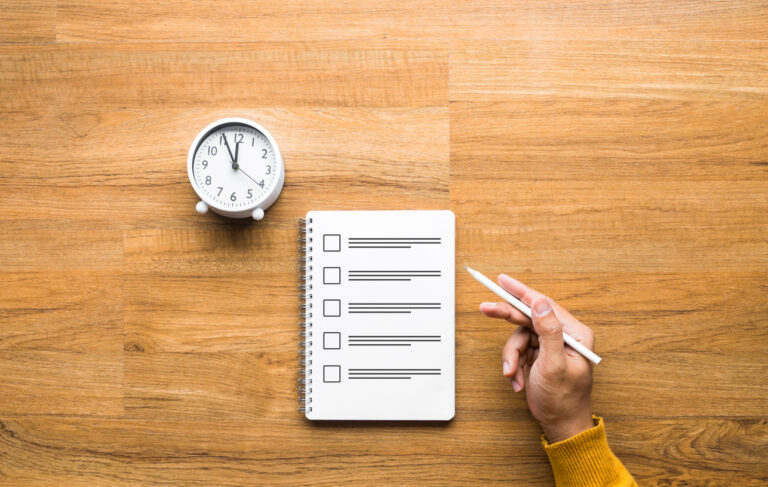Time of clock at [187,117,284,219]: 11:55
